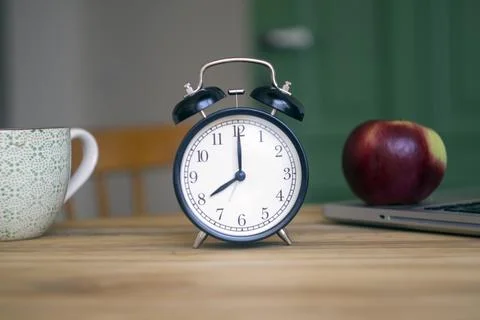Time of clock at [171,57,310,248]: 8:00
